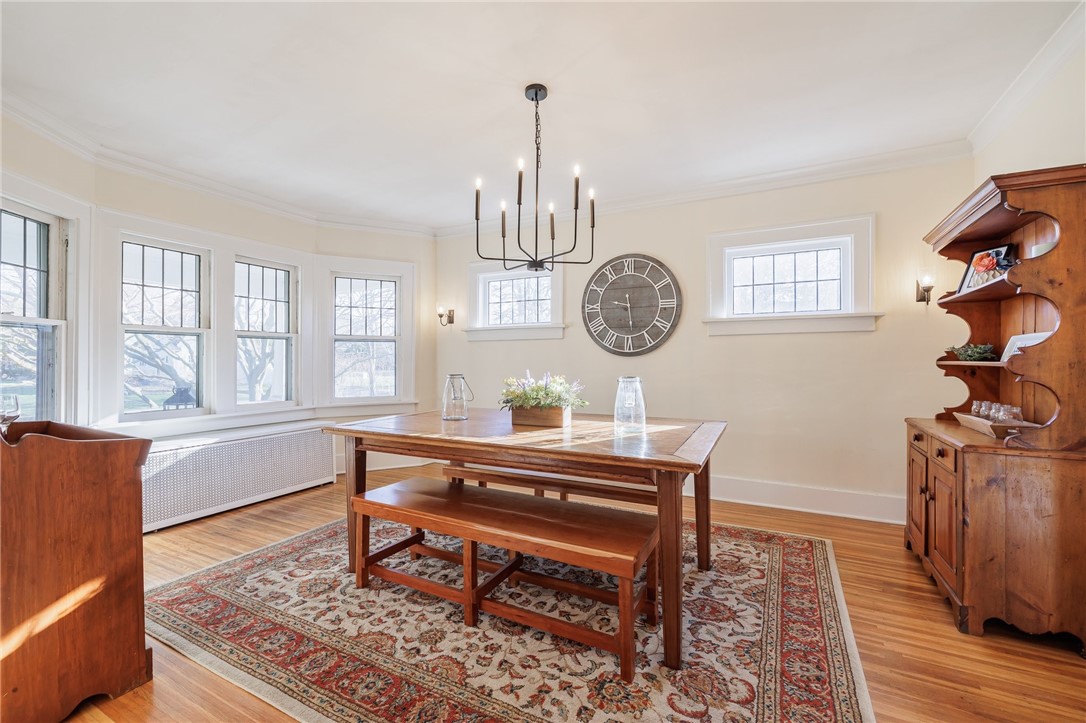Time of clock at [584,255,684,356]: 9:28
